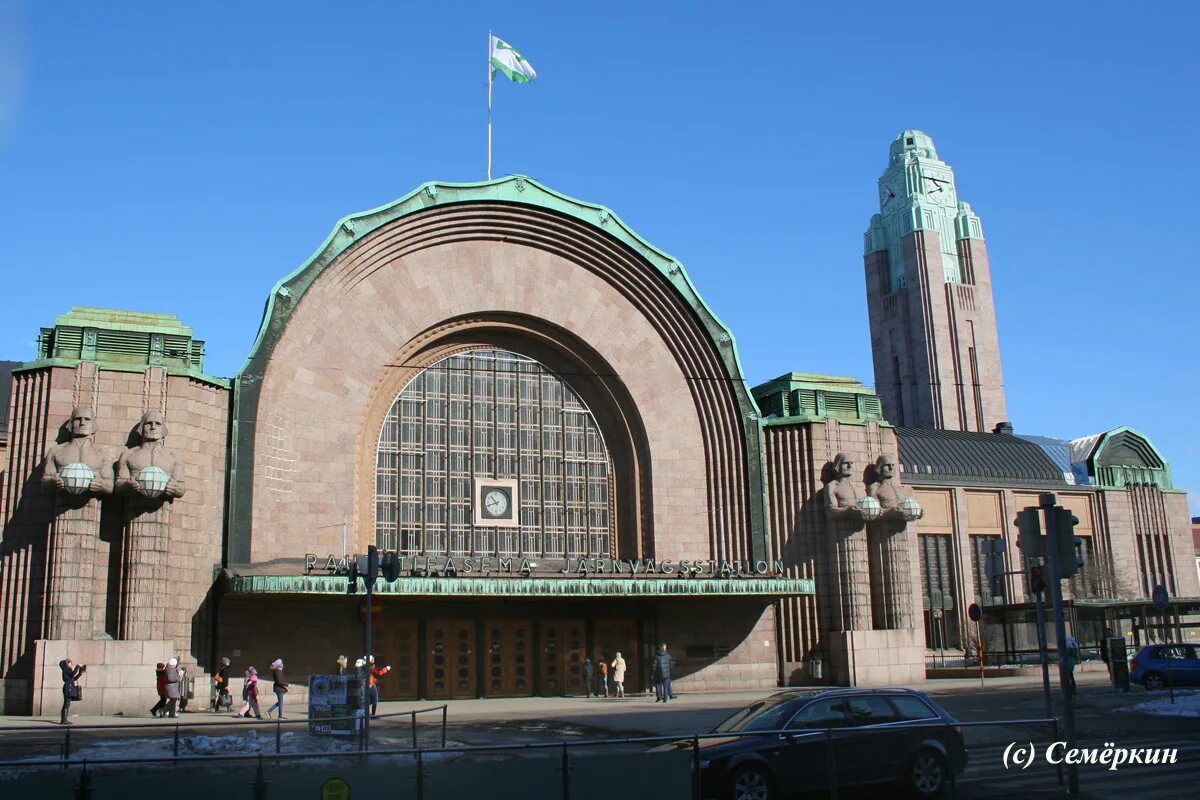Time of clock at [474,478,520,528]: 10:42
